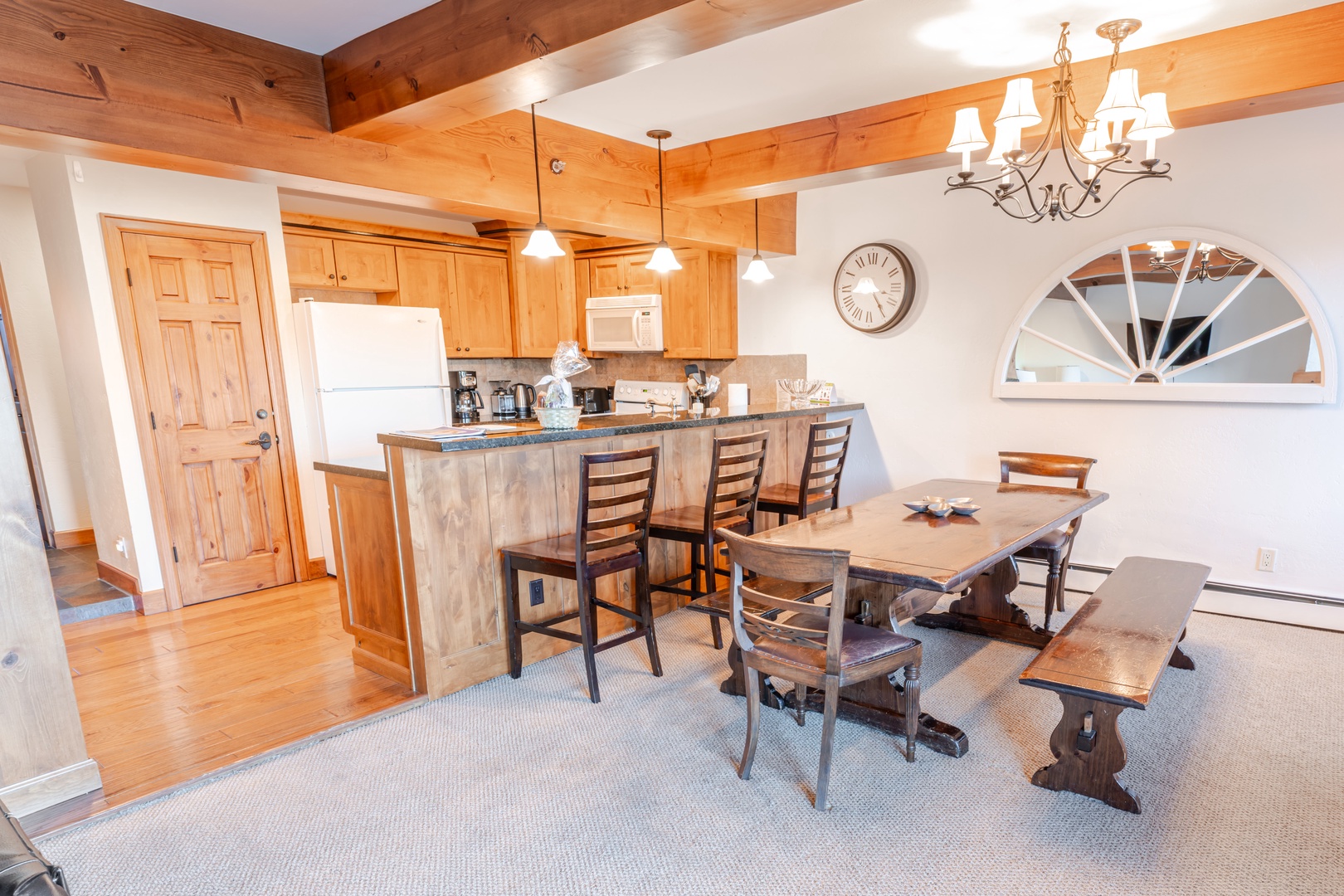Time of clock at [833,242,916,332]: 3:24
